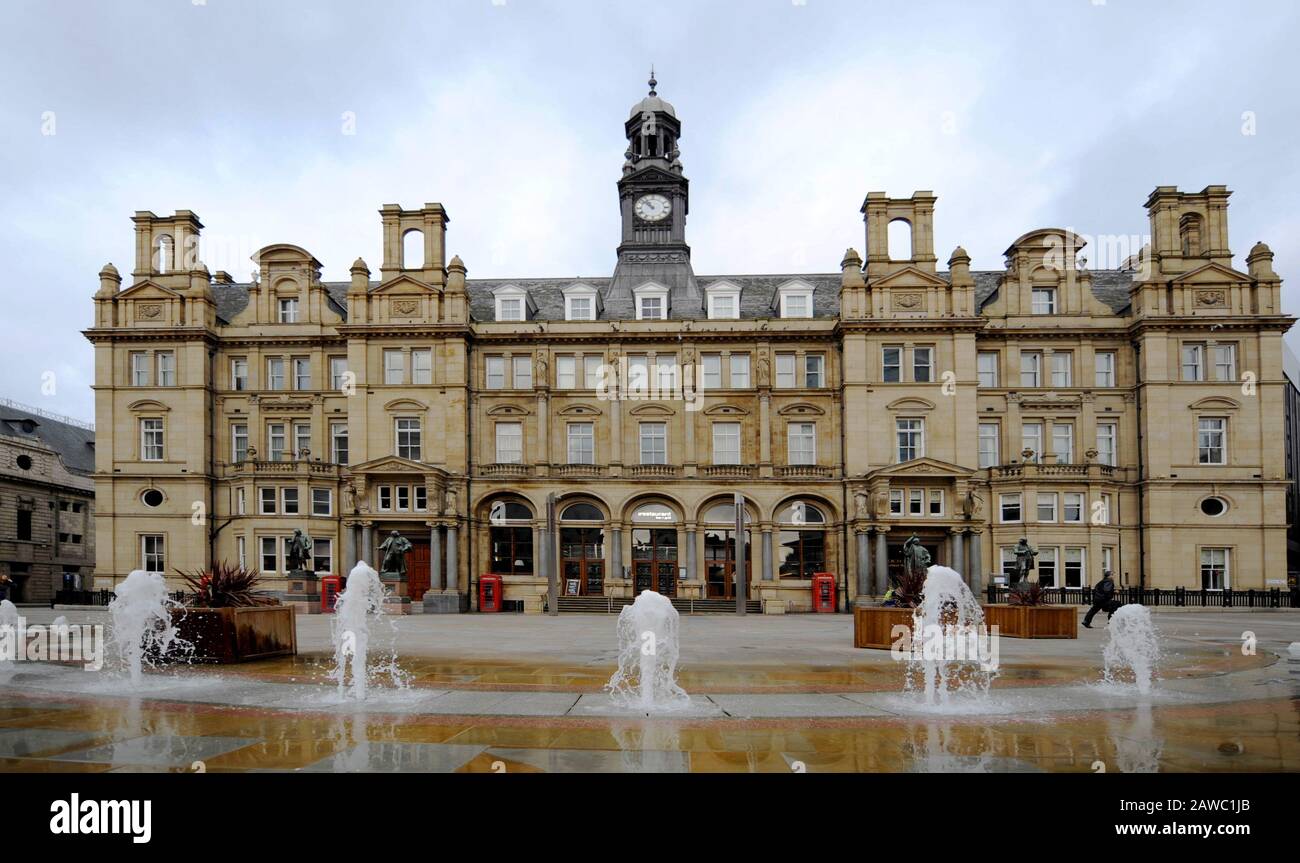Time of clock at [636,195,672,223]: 10:52
